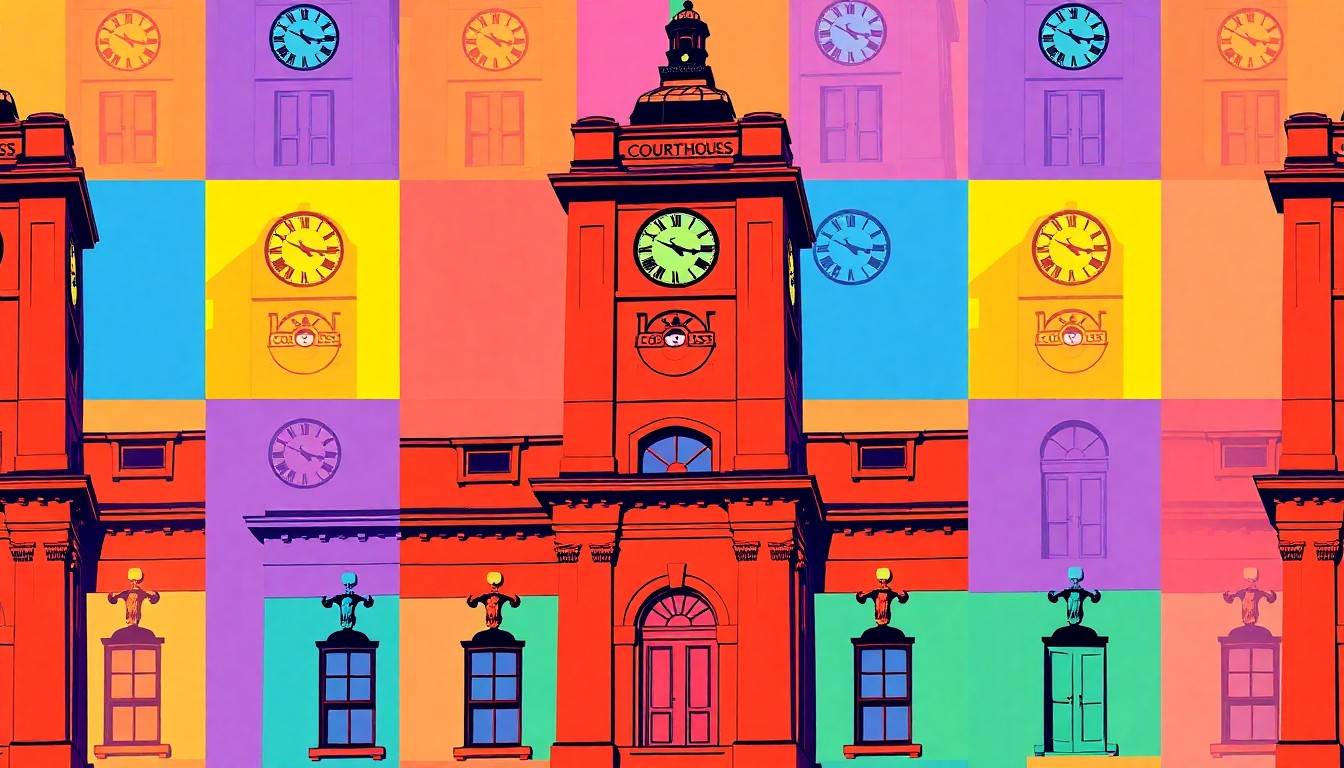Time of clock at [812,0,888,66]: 4:16
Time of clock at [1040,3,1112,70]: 4:16
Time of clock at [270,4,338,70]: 4:16
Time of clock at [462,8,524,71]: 4:17
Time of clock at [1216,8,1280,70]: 4:16
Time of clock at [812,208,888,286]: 4:17
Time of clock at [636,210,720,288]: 4:16
